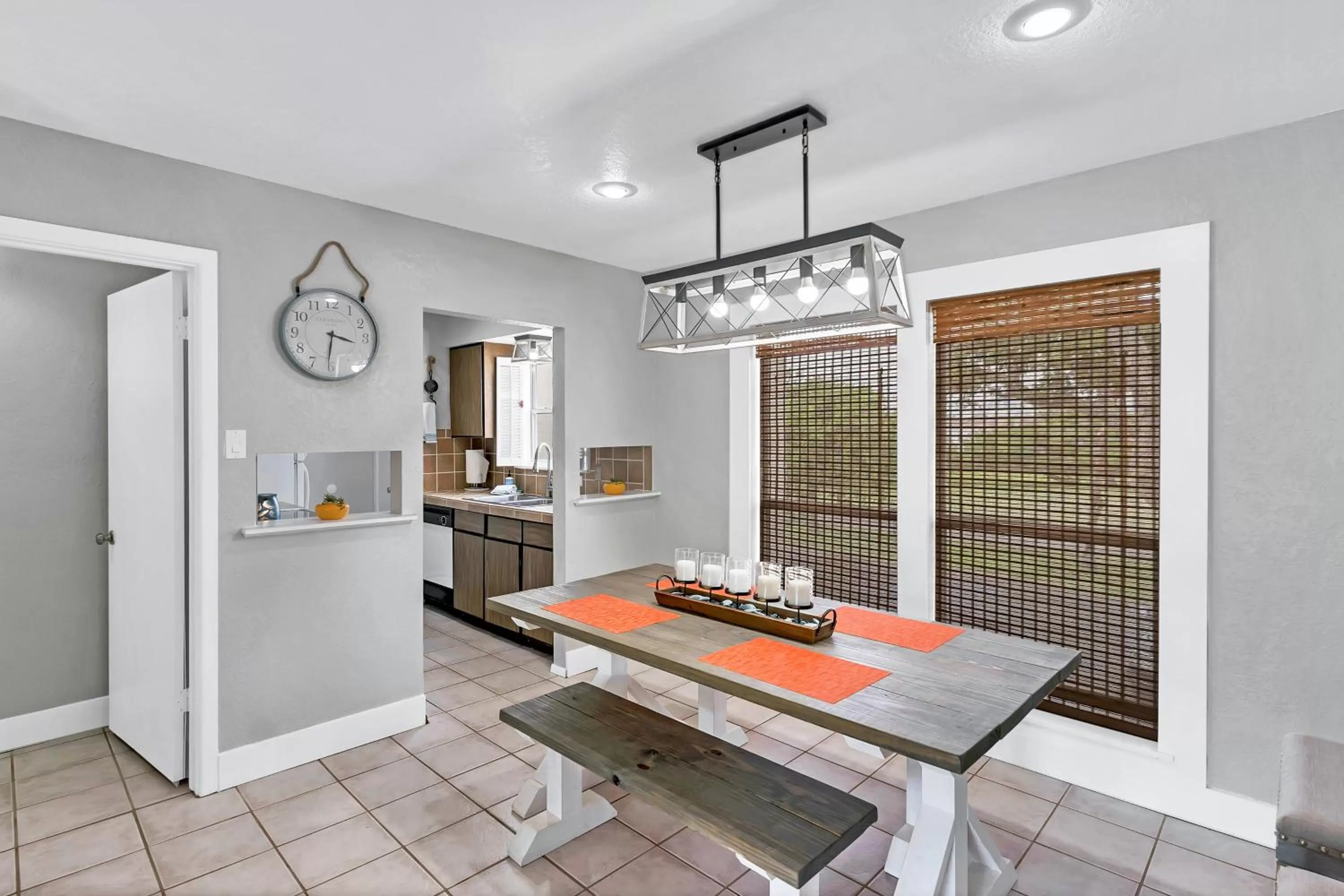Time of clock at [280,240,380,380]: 3:31
